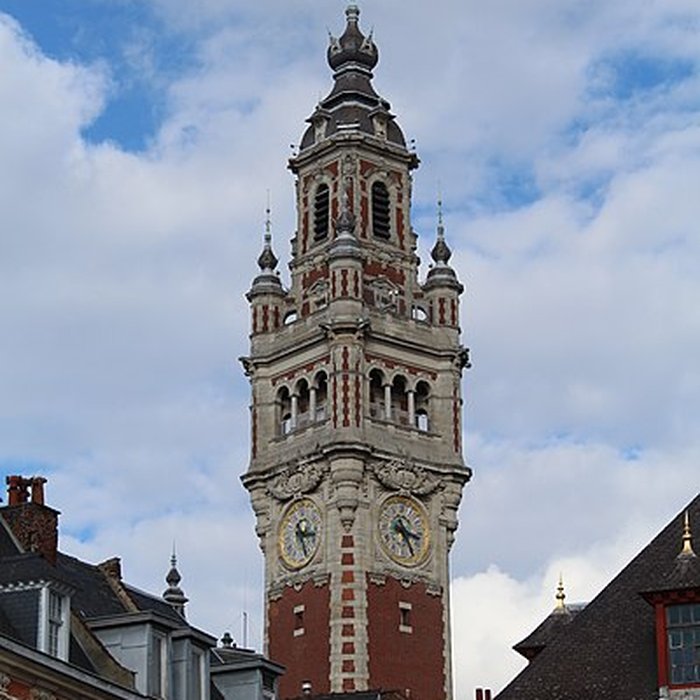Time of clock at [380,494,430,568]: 3:24
